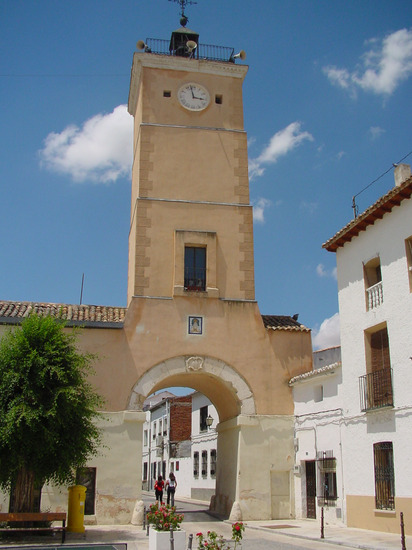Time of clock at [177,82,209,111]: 2:58
